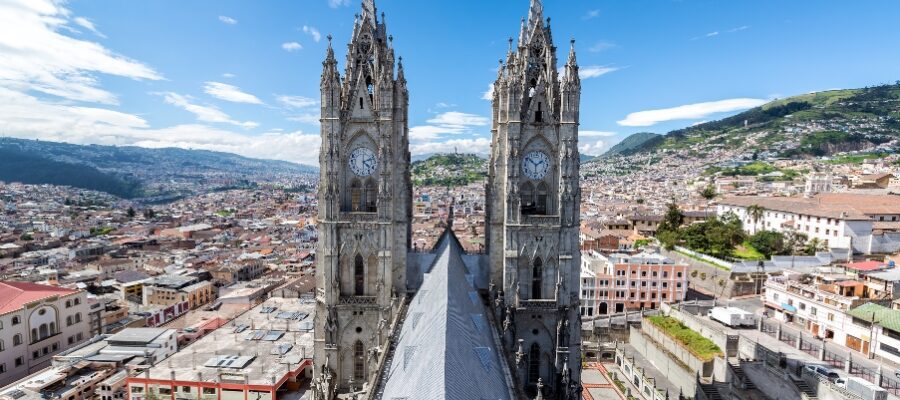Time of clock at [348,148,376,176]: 4:12
